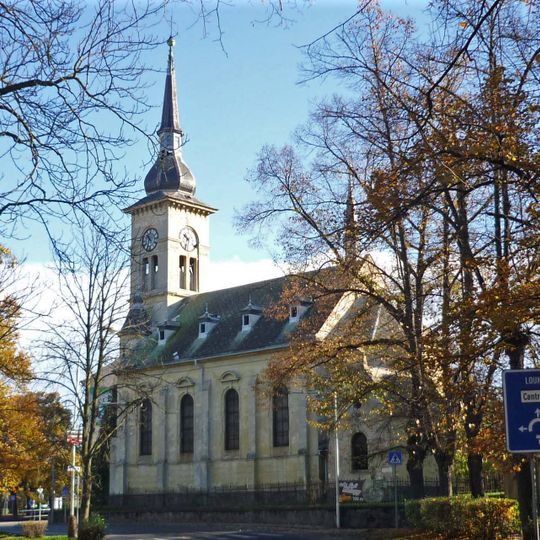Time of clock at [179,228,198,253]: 10:33
